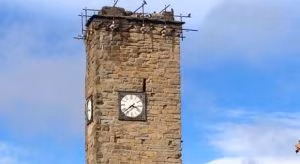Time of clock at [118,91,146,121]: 3:38
